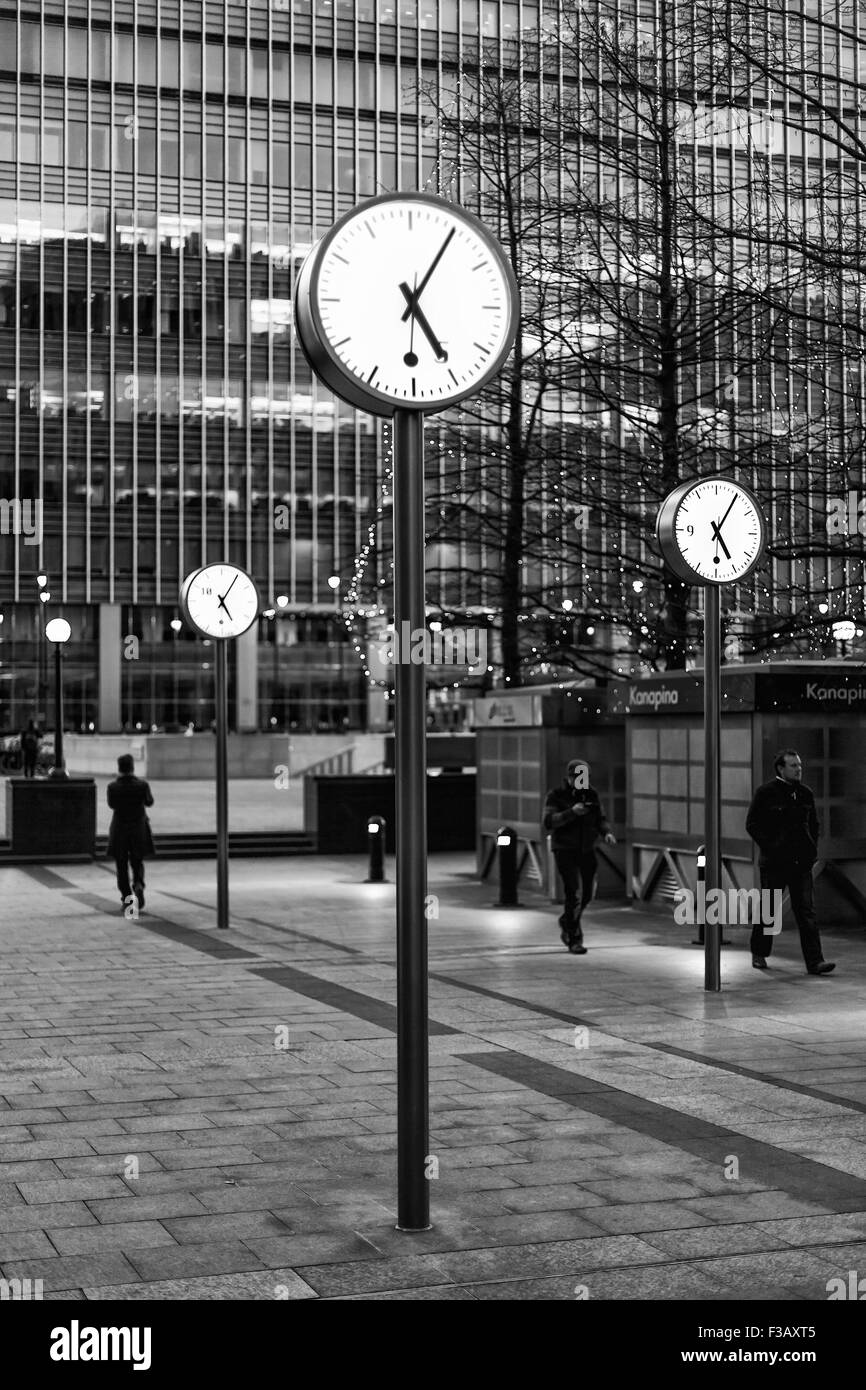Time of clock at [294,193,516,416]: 5:05
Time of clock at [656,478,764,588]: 5:05
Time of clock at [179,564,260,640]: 5:05
